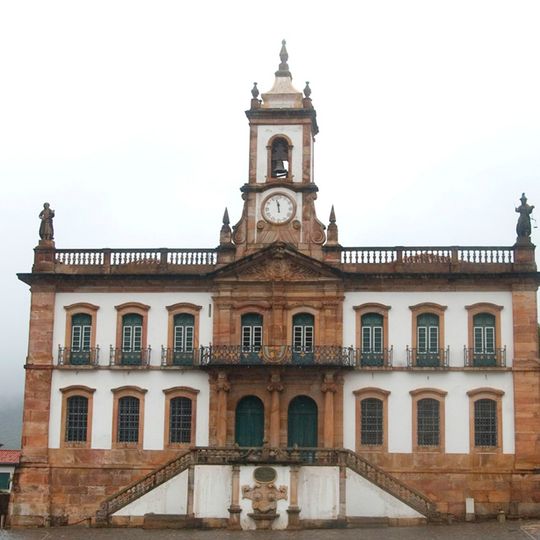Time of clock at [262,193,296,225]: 11:57
